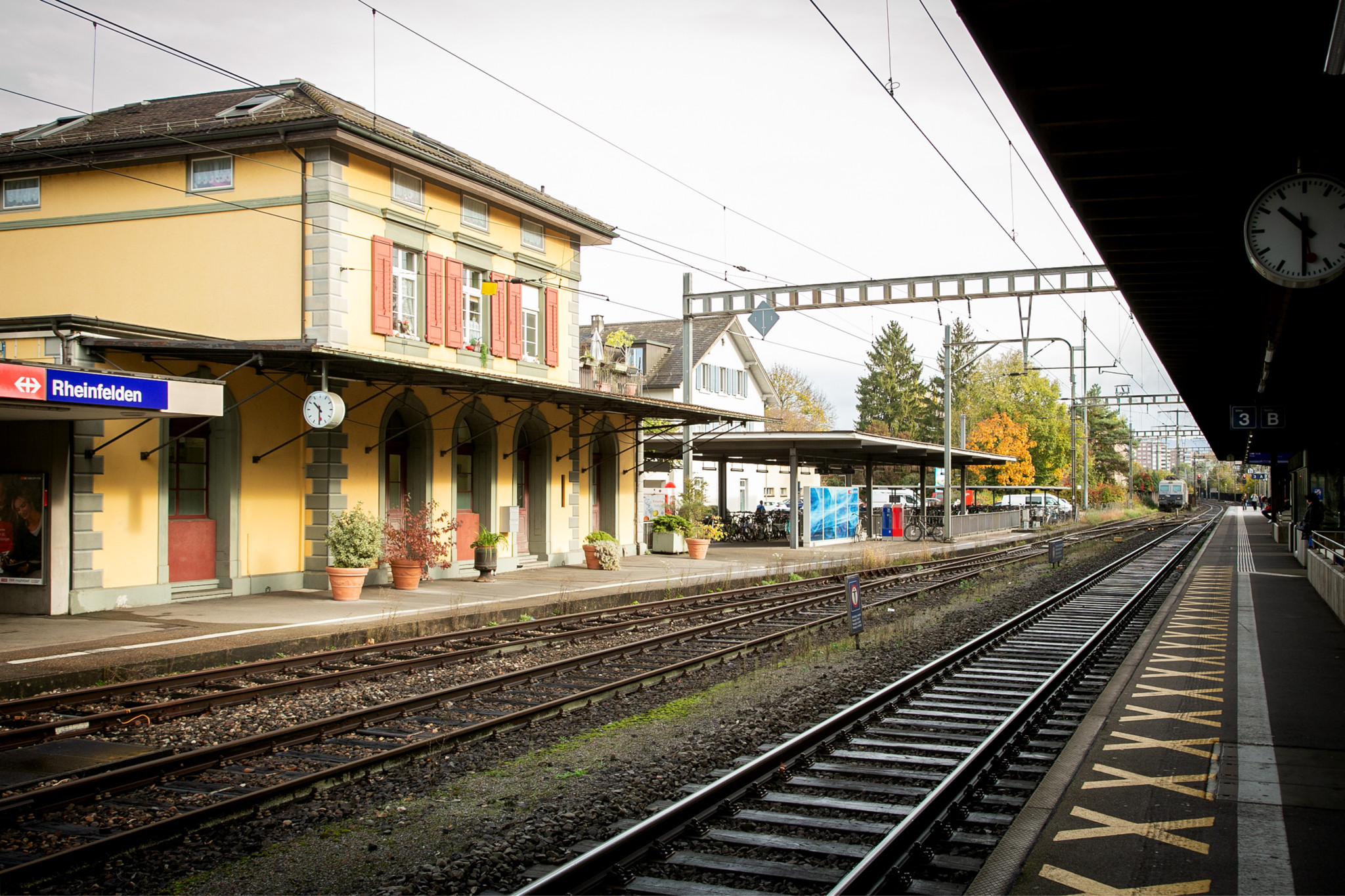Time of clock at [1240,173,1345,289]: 10:30
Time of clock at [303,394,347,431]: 10:29
